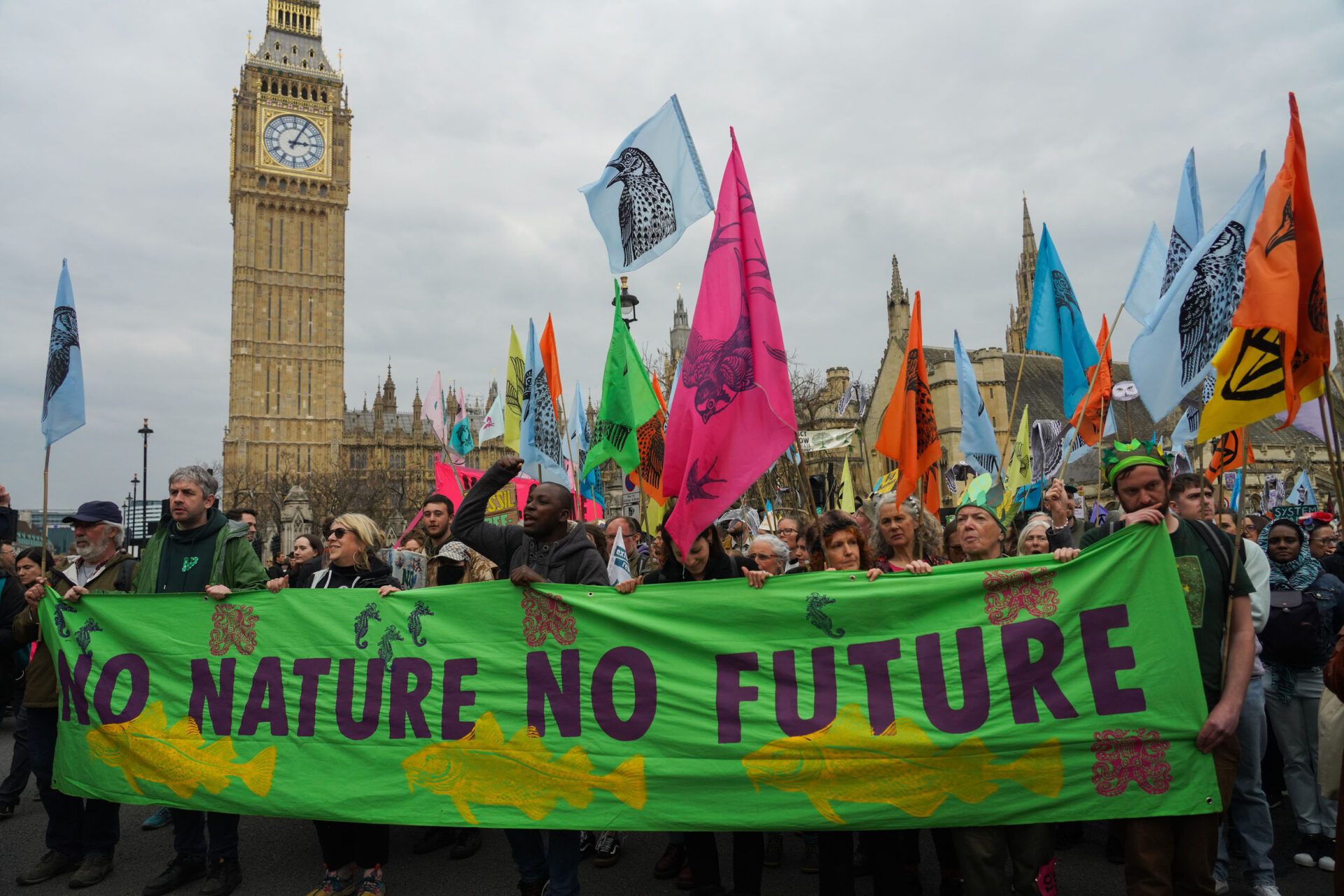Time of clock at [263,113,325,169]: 3:04
